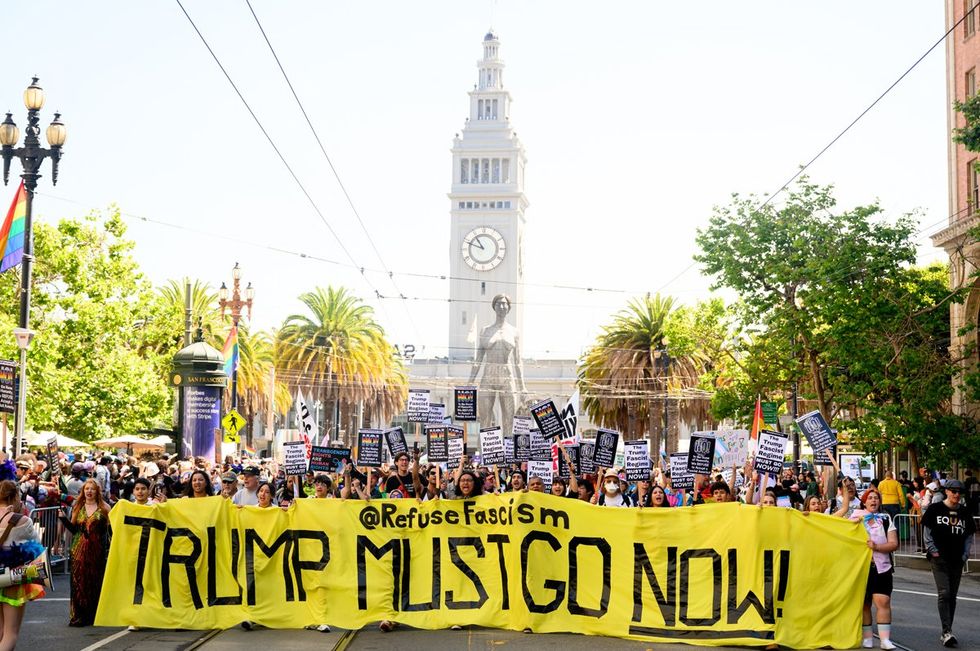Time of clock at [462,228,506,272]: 10:48
